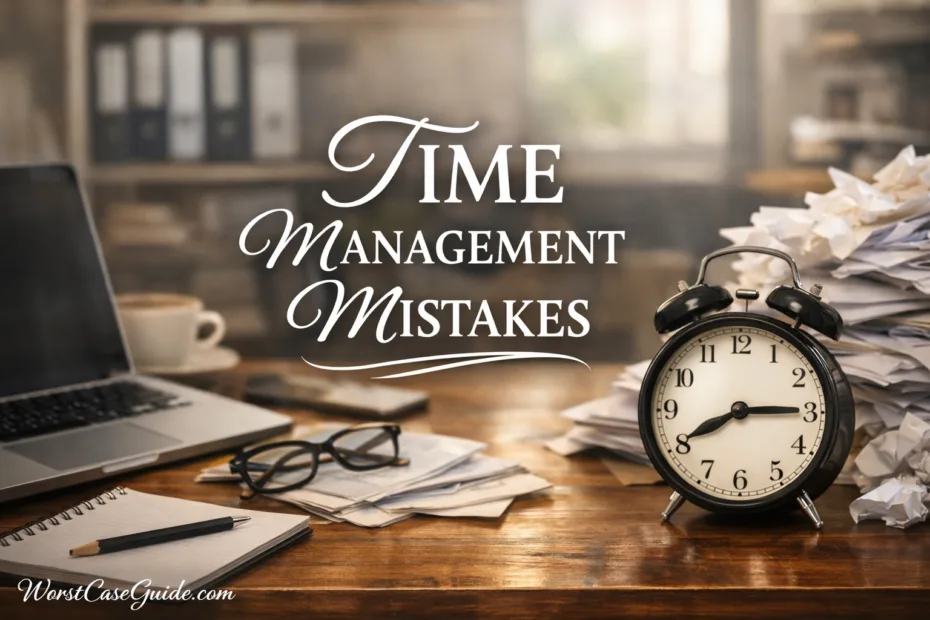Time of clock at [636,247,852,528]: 8:14
